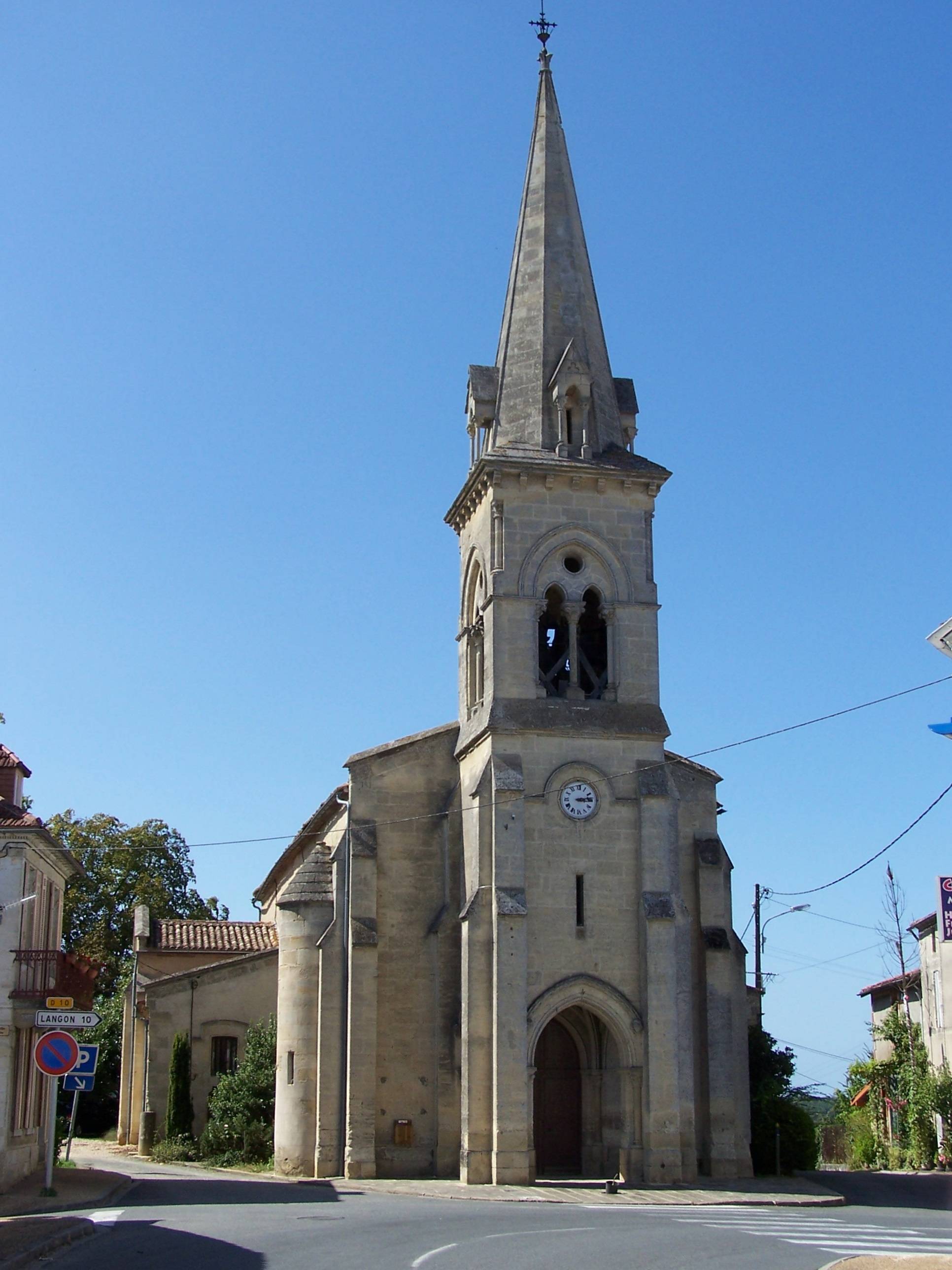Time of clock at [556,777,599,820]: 3:13
